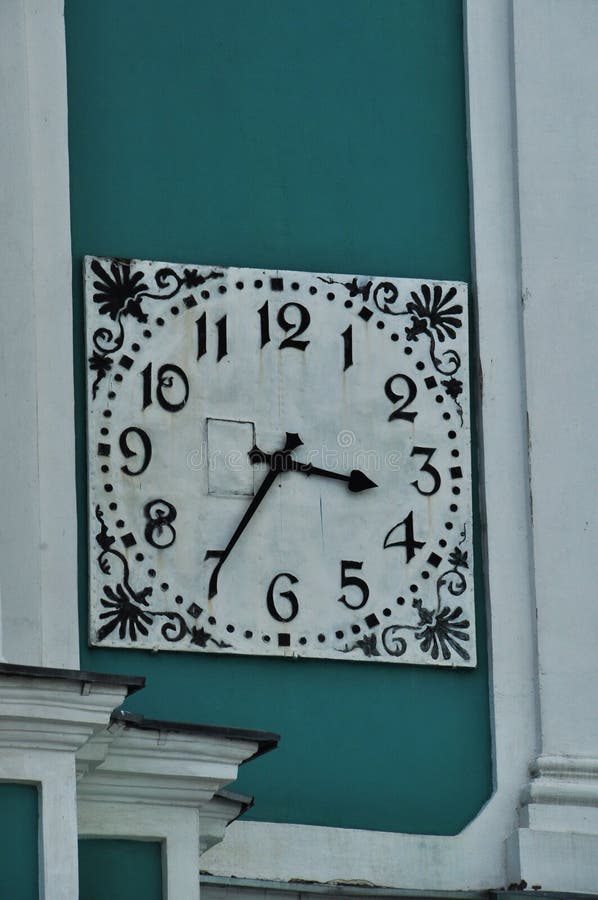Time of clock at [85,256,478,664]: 3:35
